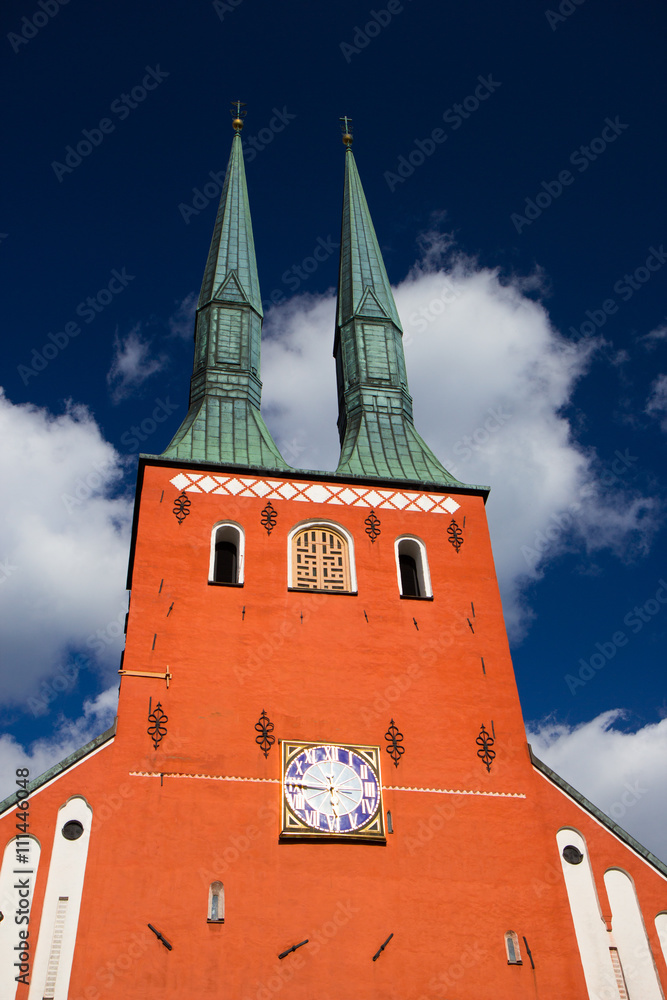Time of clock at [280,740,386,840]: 5:45
